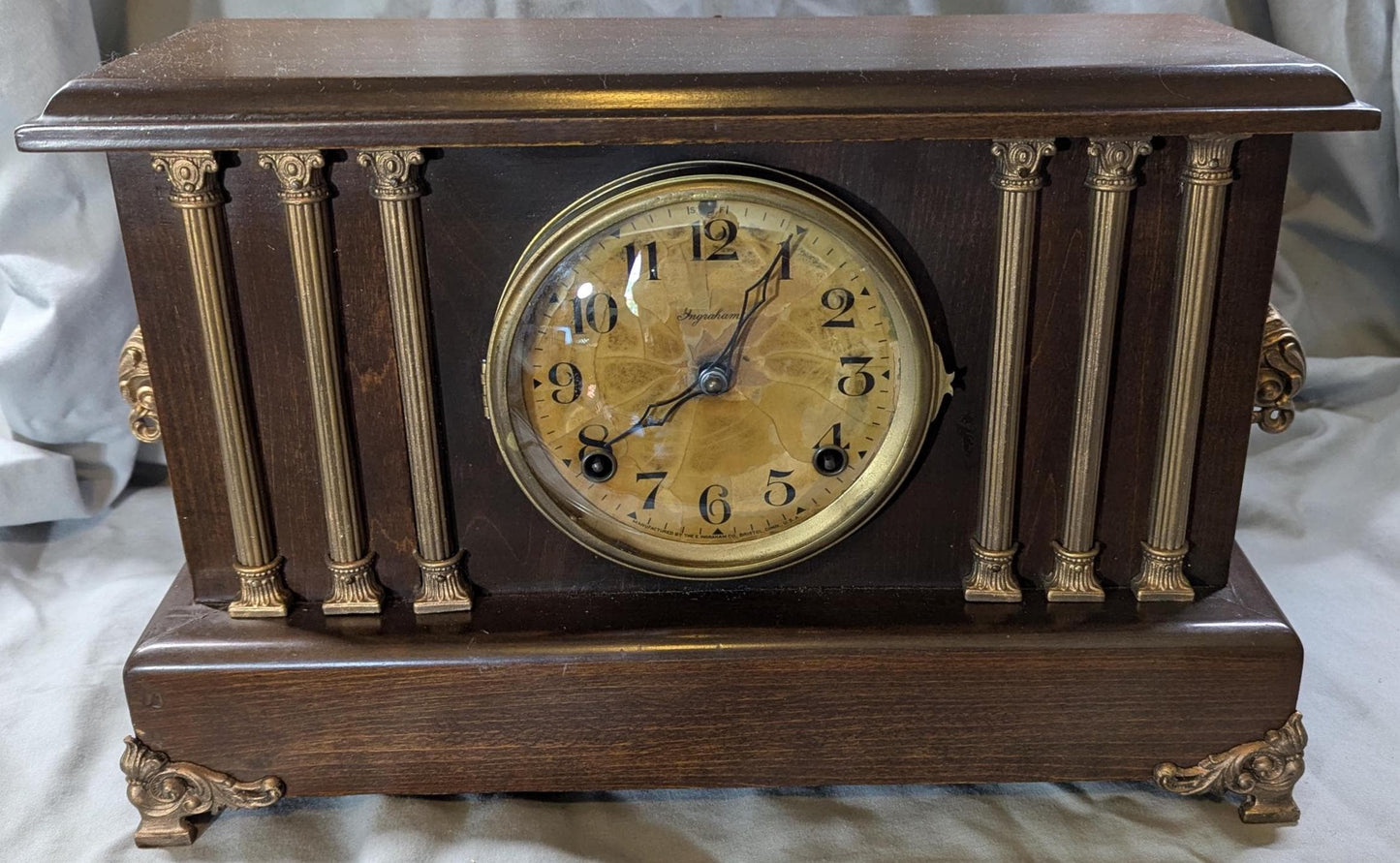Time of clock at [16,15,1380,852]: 8:04
